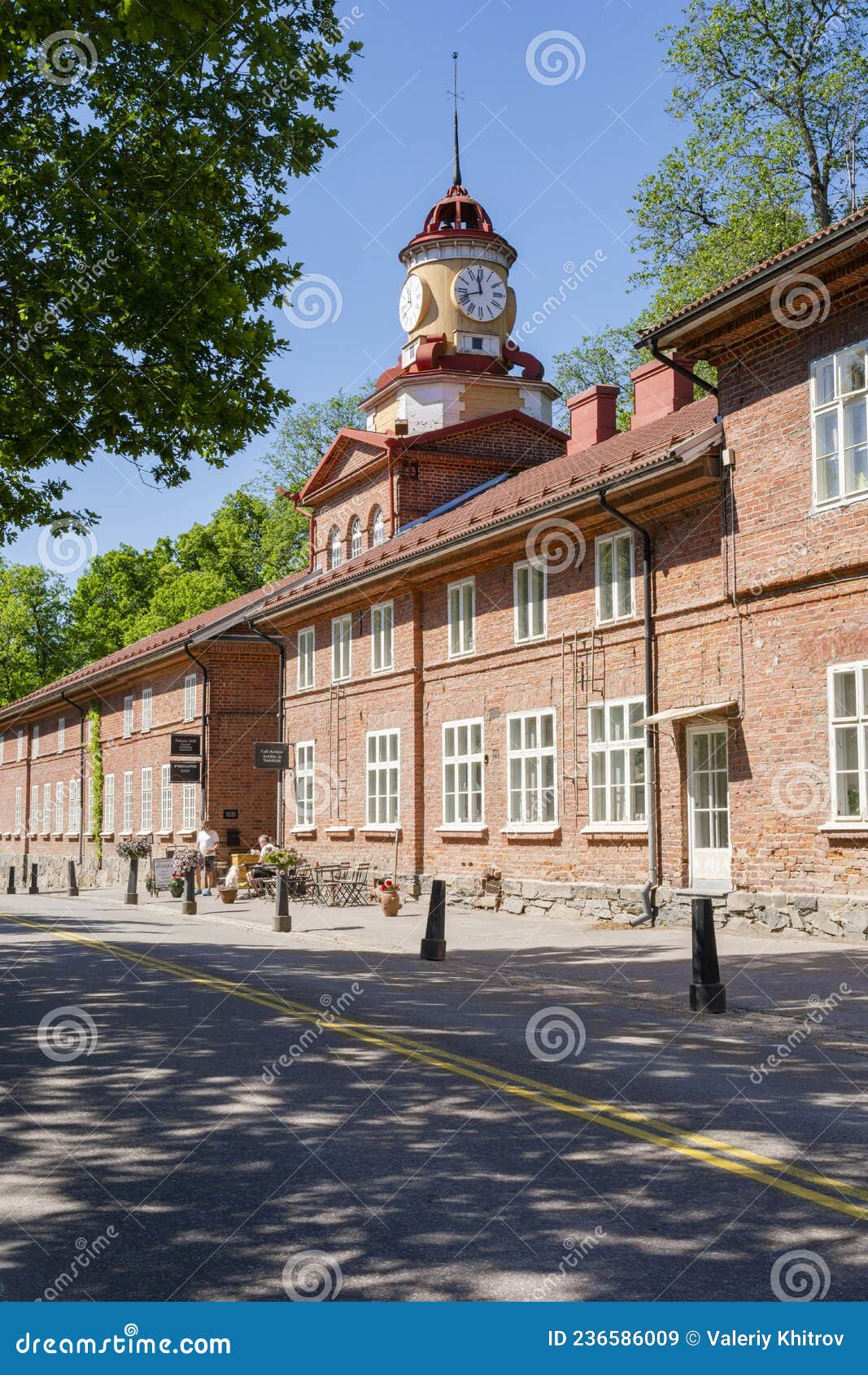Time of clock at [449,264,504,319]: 11:42
